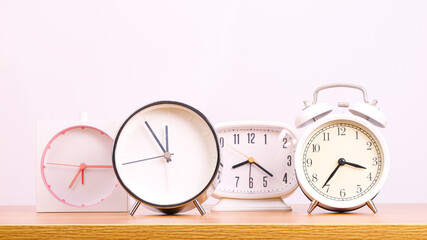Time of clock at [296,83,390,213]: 3:36
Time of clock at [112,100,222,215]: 11:54
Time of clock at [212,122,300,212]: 8:21
